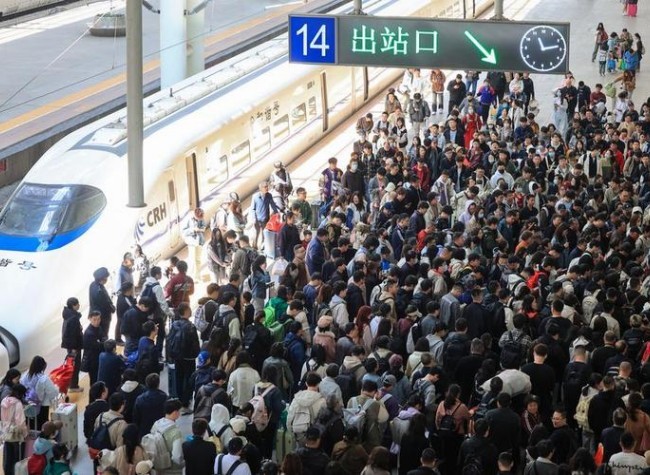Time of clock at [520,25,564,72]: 11:13
